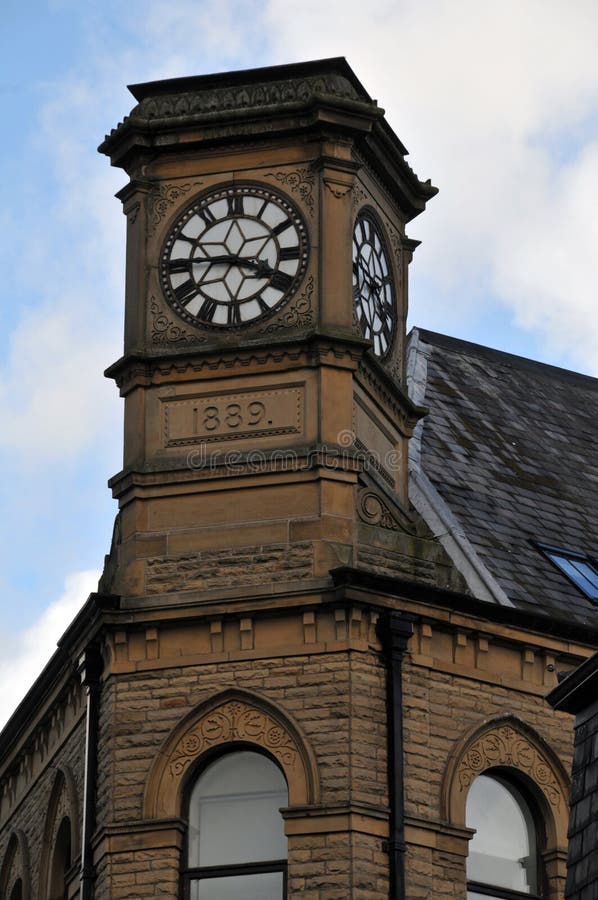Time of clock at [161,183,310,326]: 3:45
